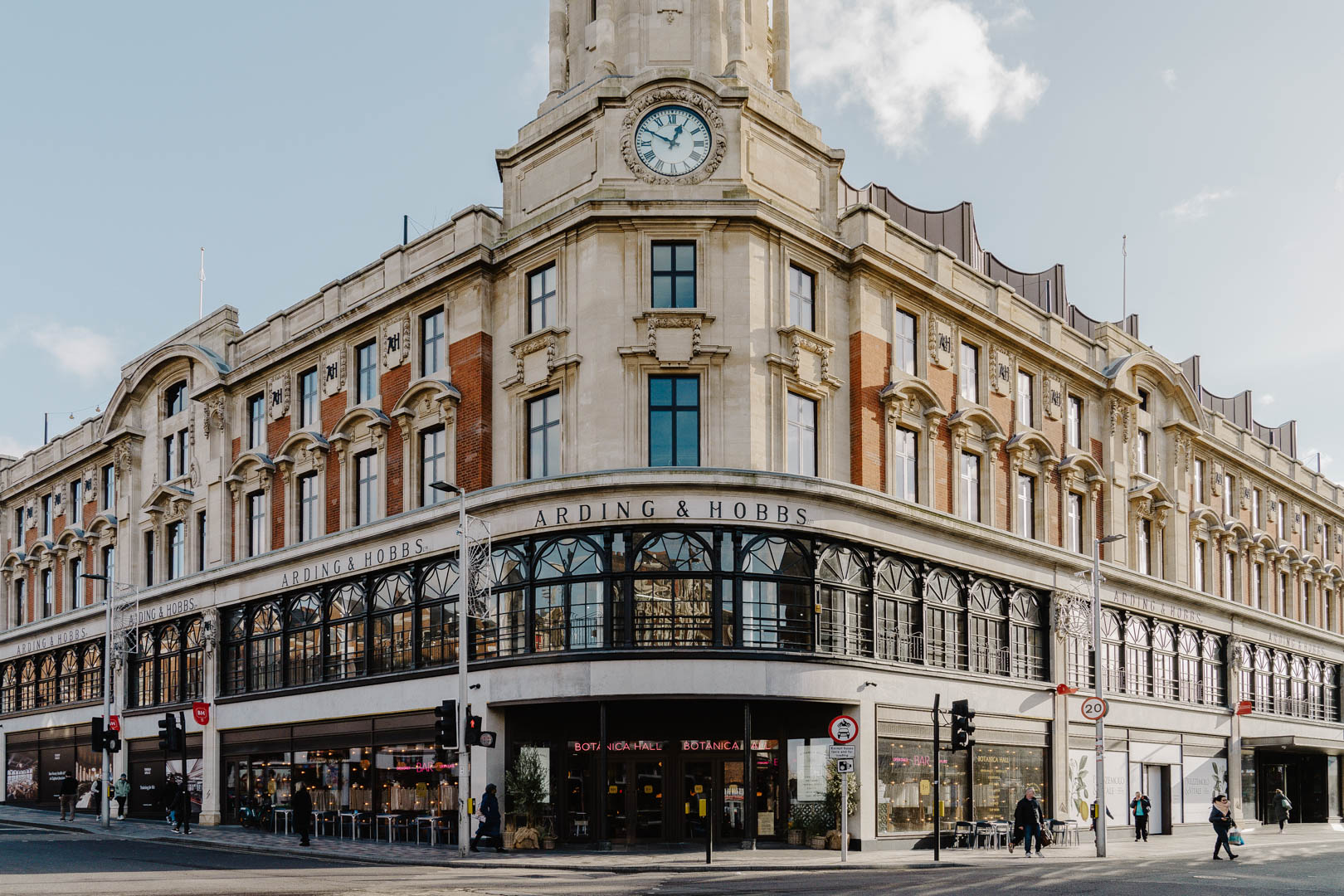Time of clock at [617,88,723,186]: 12:49
